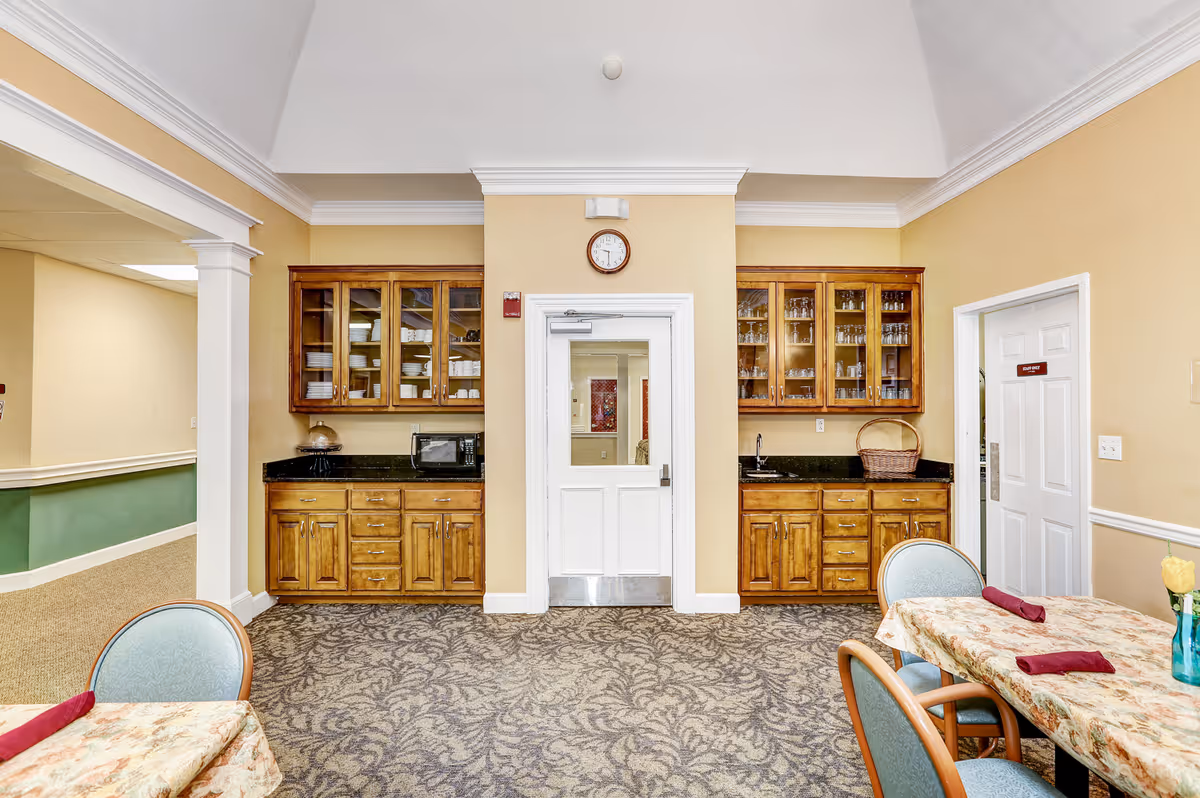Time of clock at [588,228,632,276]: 9:30
